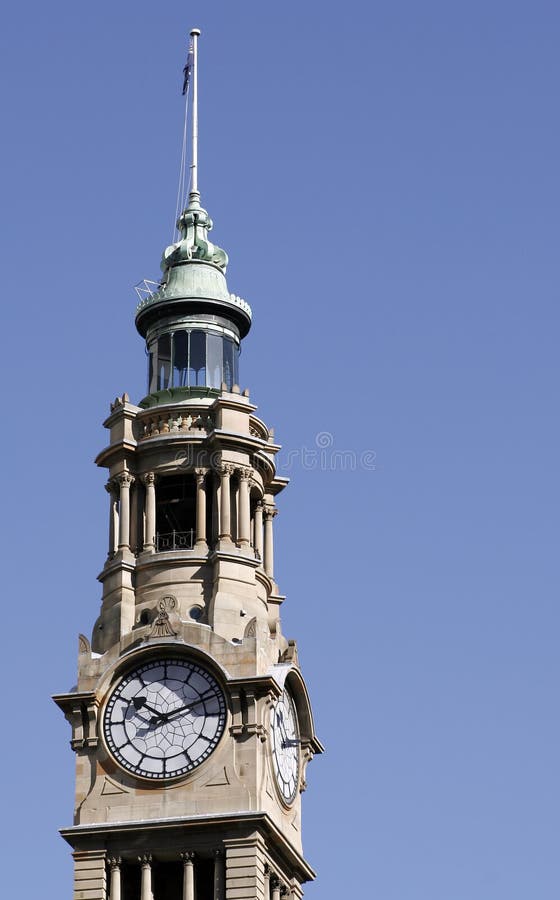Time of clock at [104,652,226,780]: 10:11
